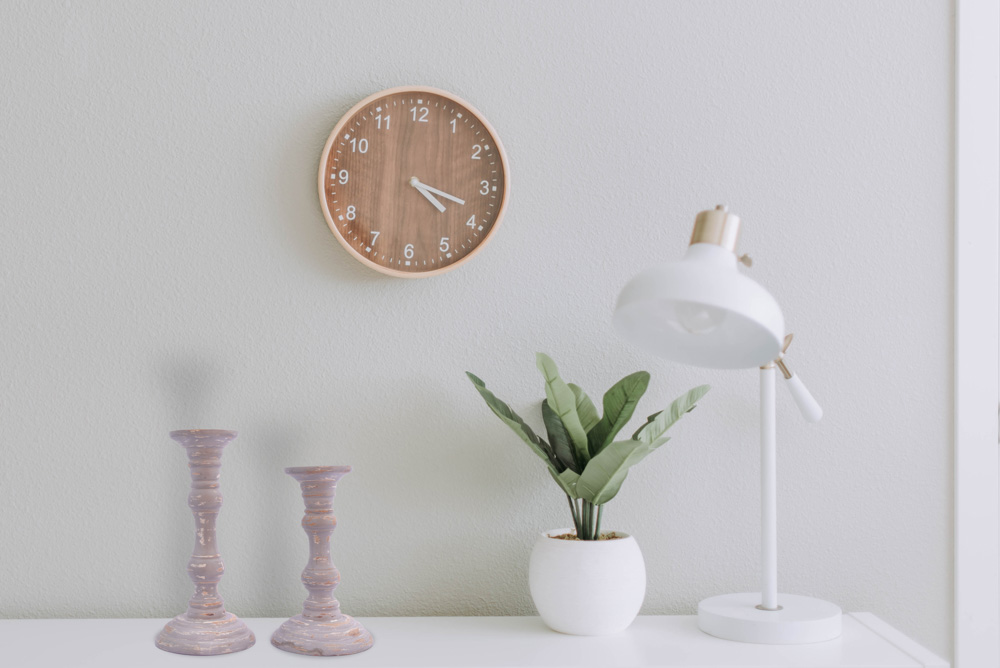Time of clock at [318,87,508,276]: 4:18
